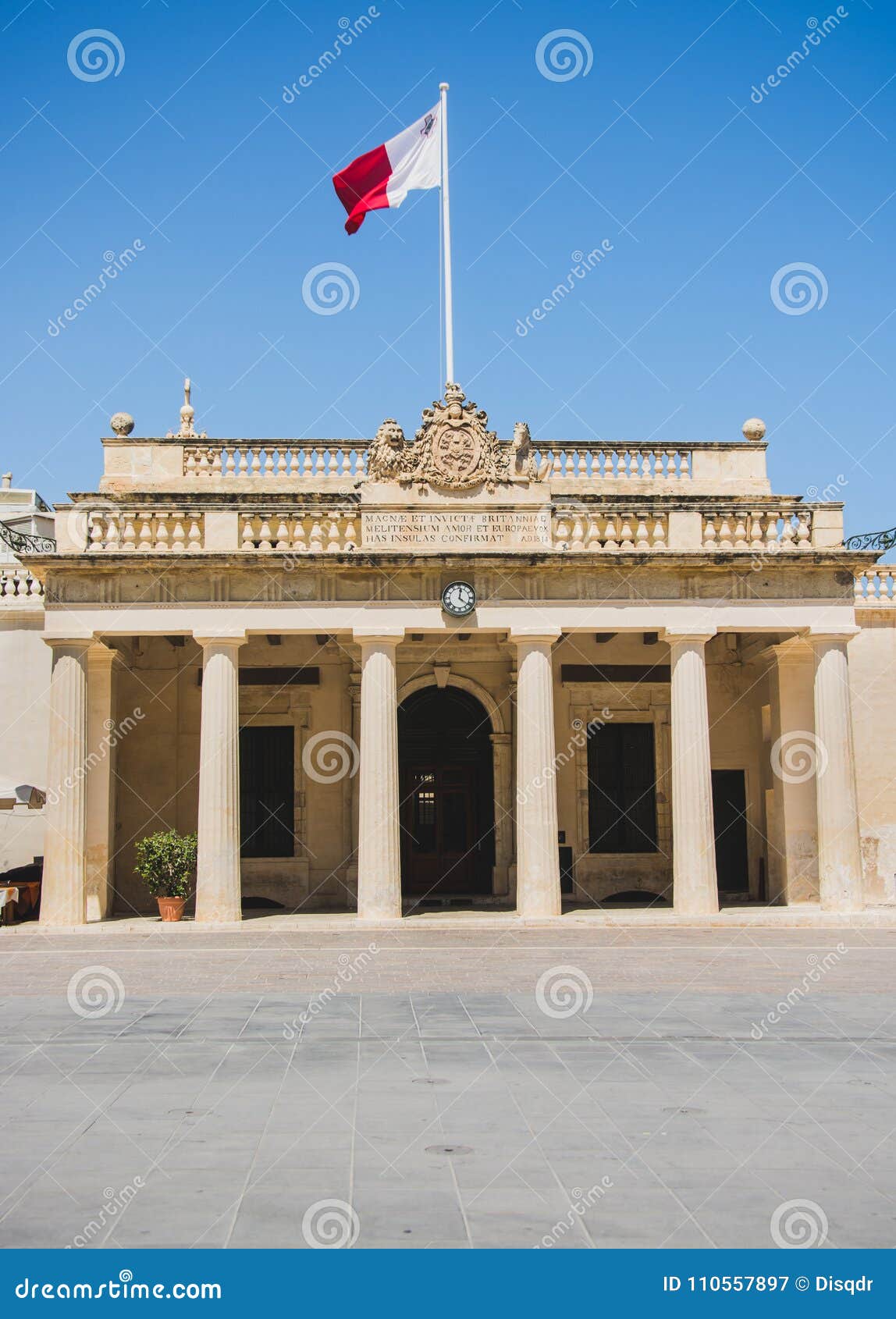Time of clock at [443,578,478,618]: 12:21
